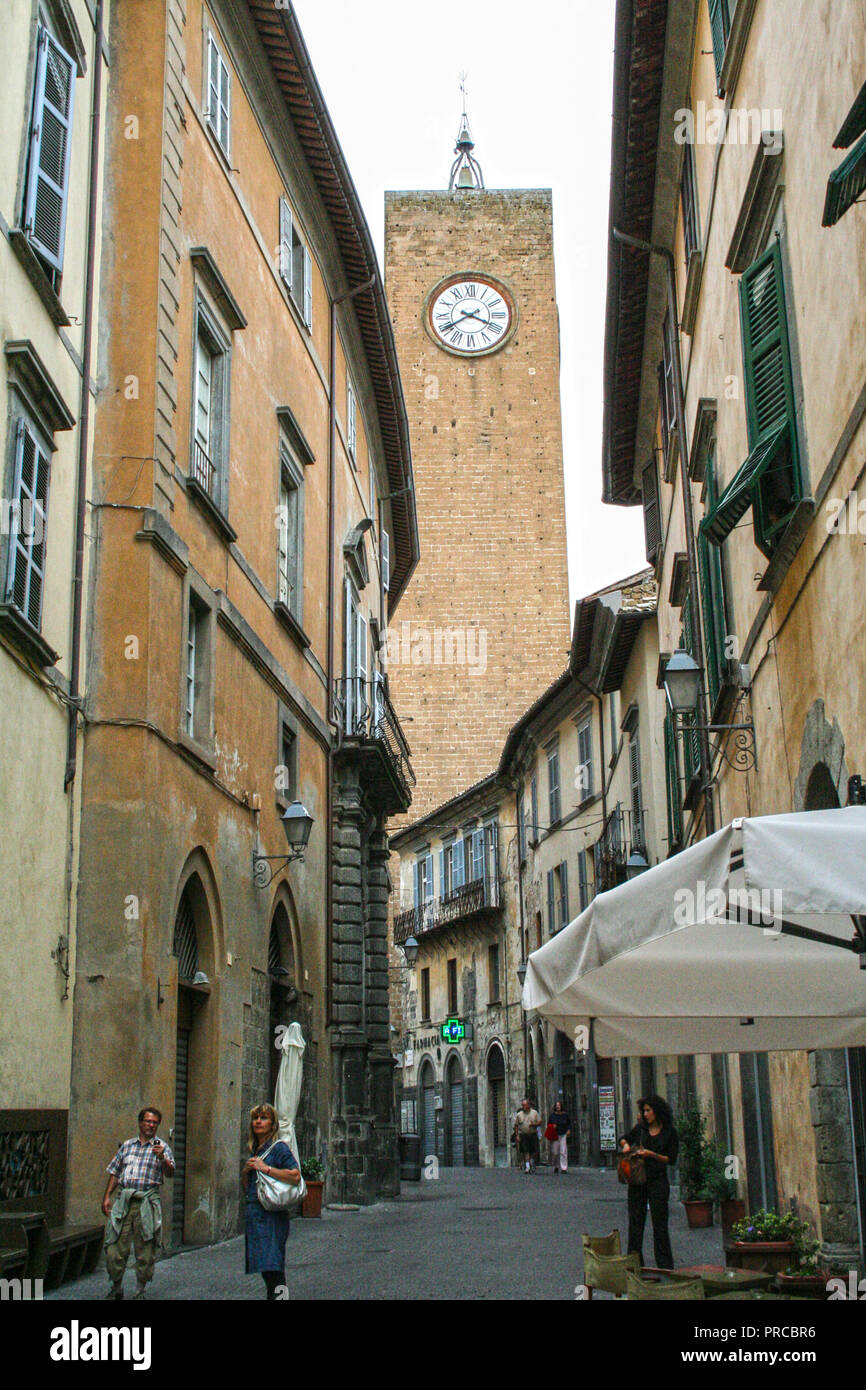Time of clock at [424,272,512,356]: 3:40
